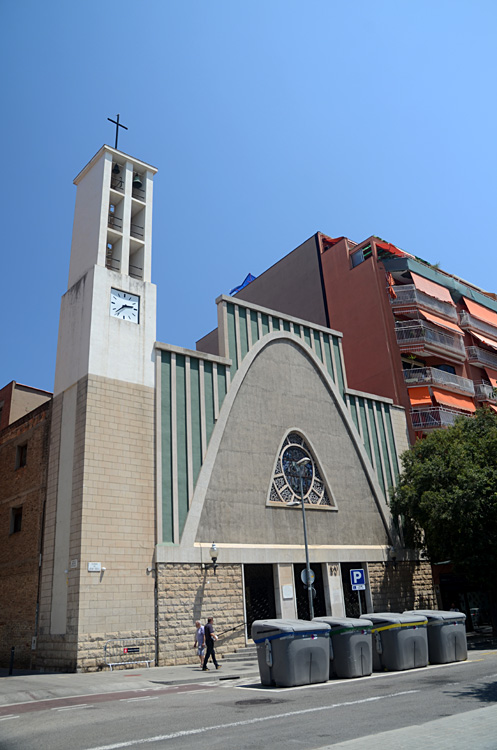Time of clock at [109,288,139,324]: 2:37
